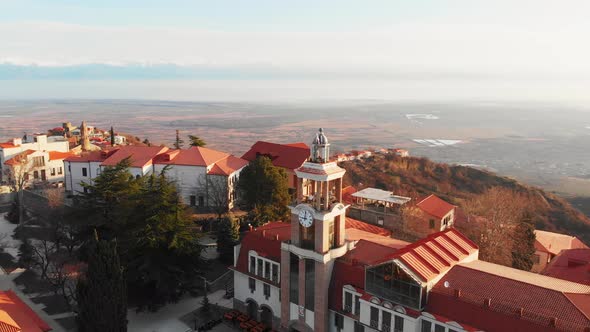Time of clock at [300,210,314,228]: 9:01
